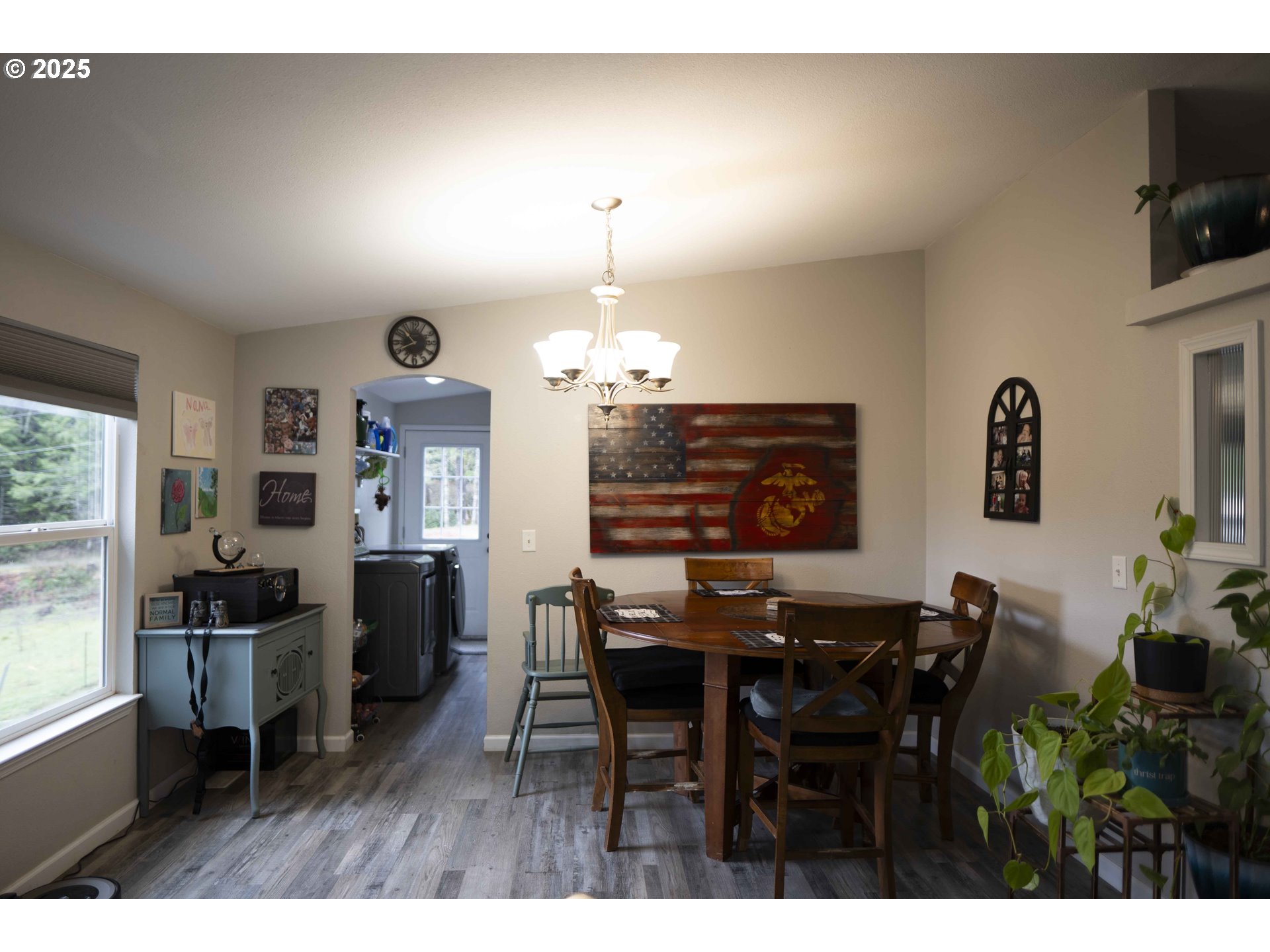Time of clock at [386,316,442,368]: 10:40
